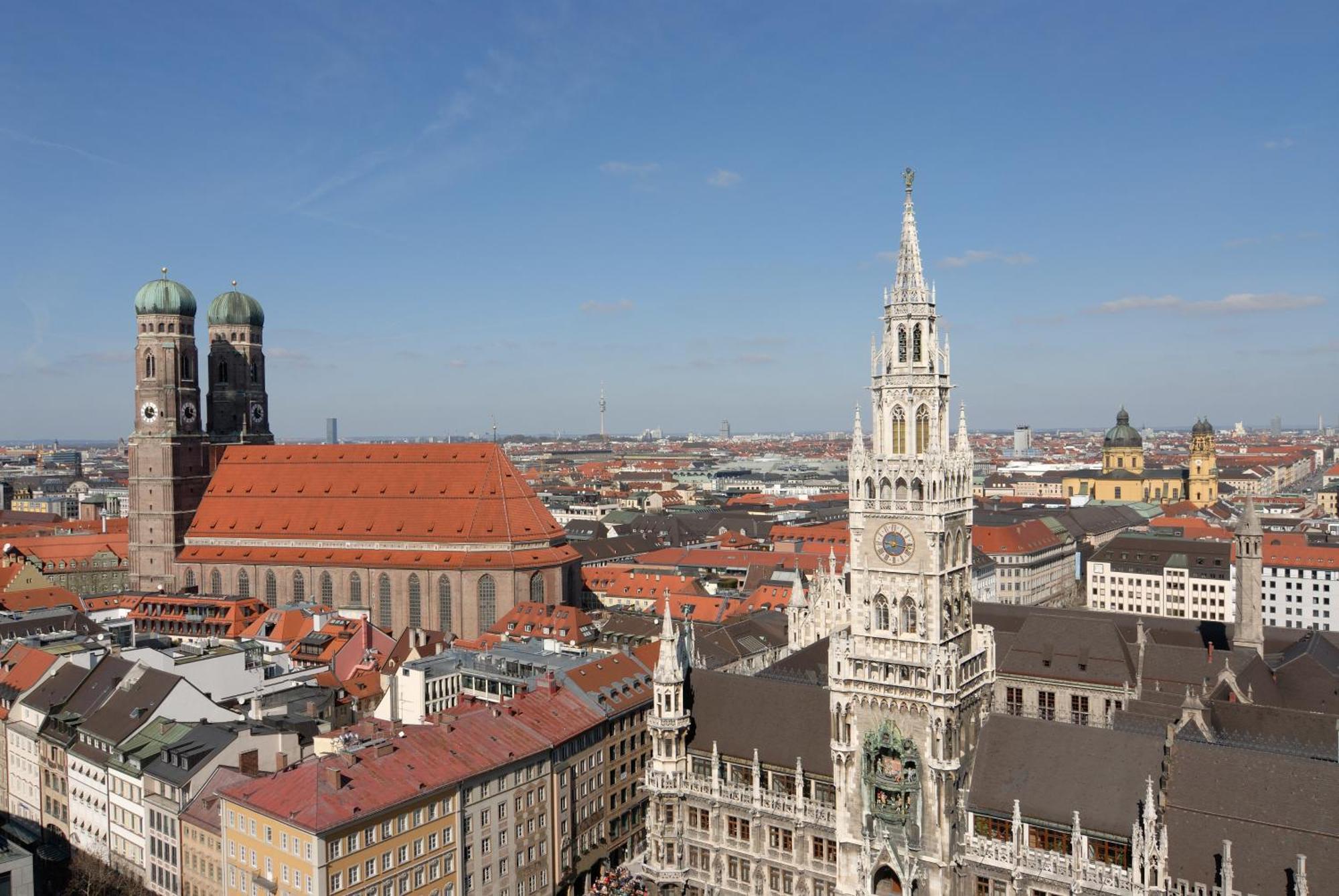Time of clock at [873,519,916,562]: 9:16
